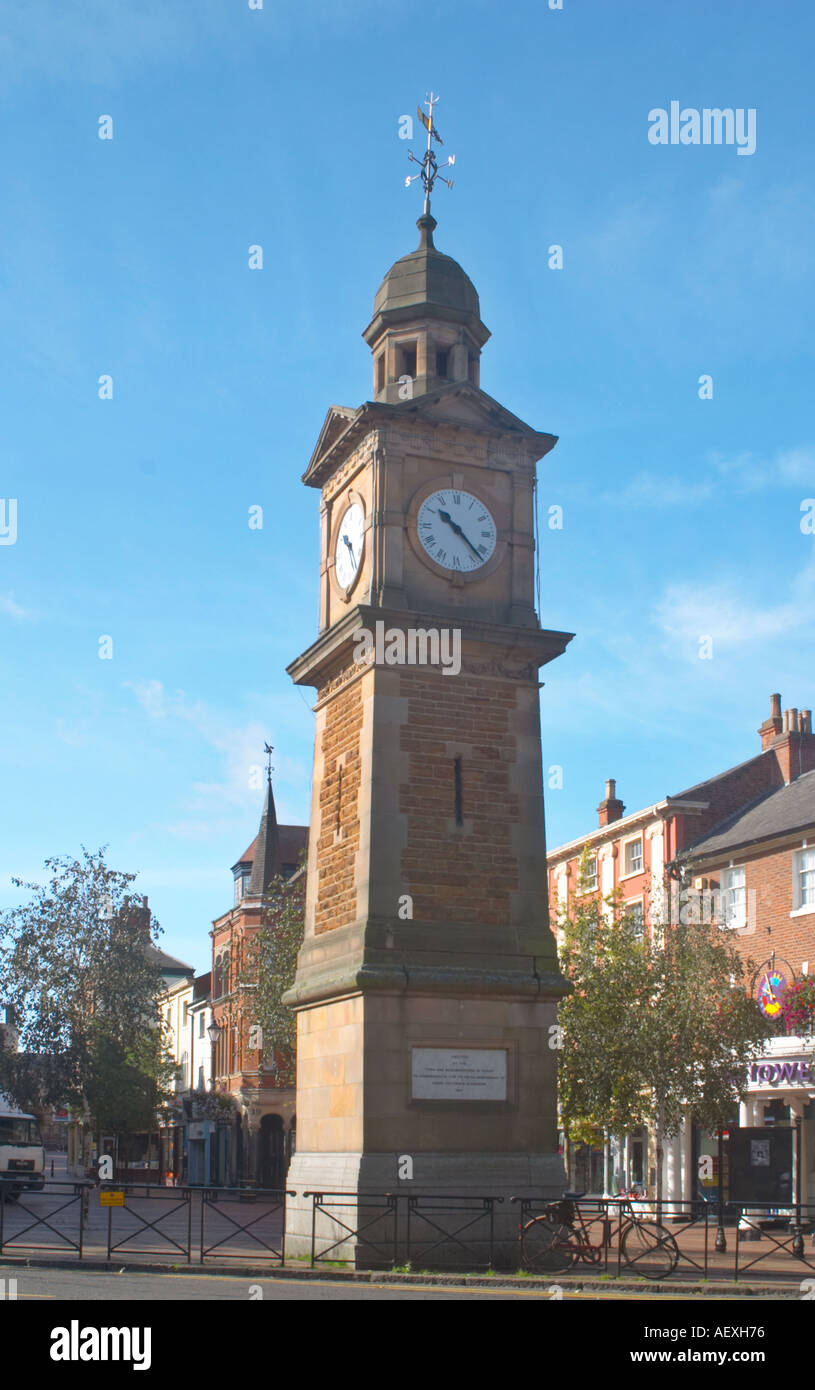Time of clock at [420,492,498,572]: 10:22
